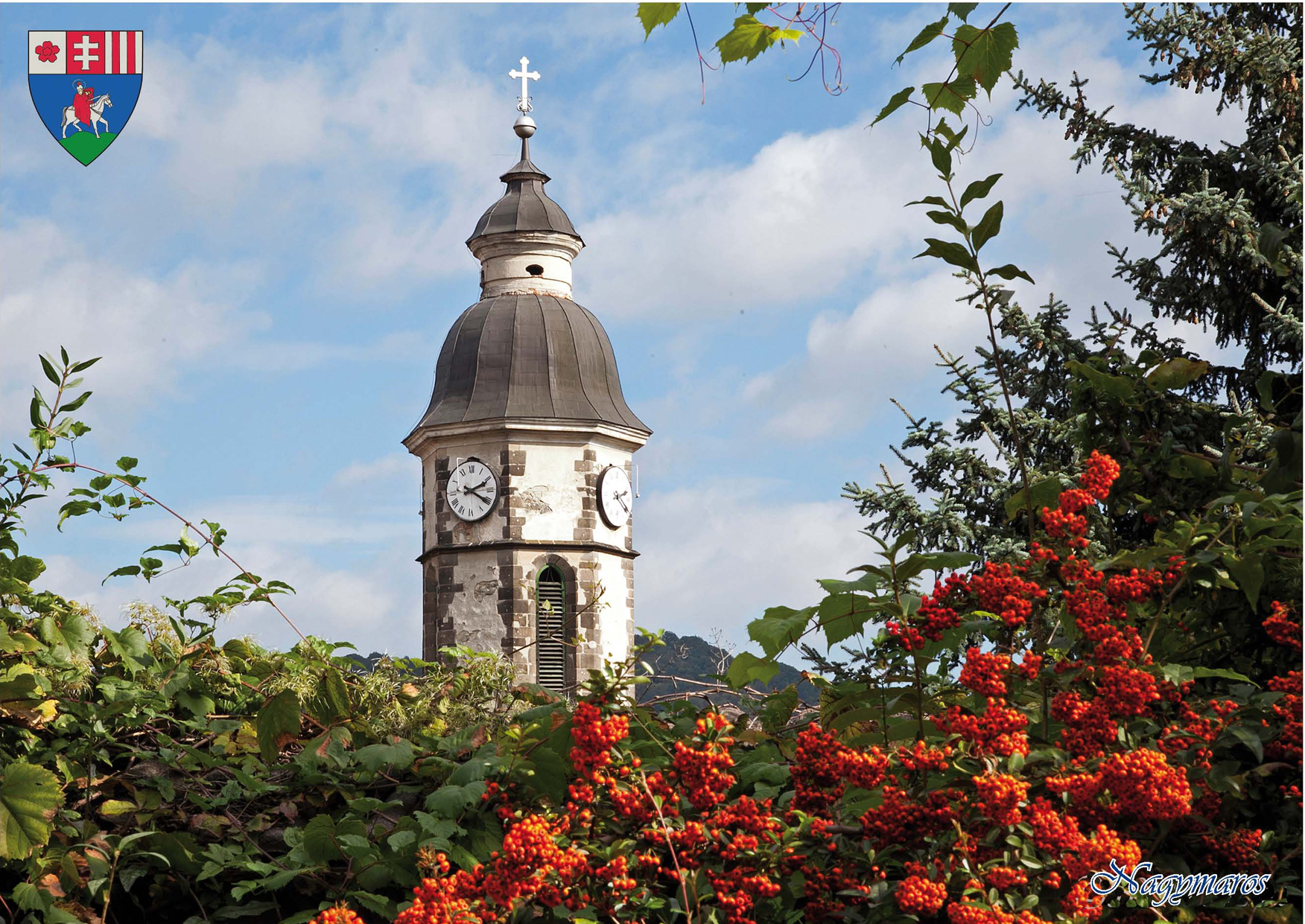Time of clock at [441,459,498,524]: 2:20
